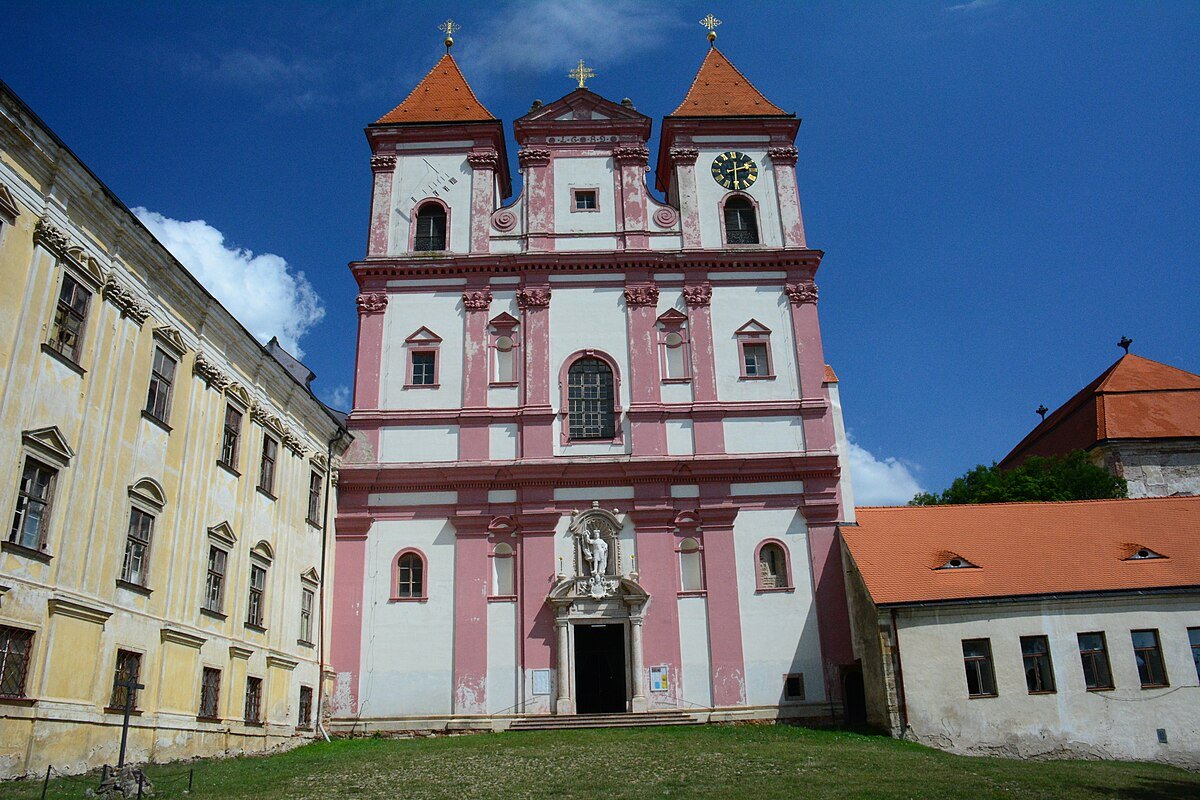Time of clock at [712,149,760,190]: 2:30
